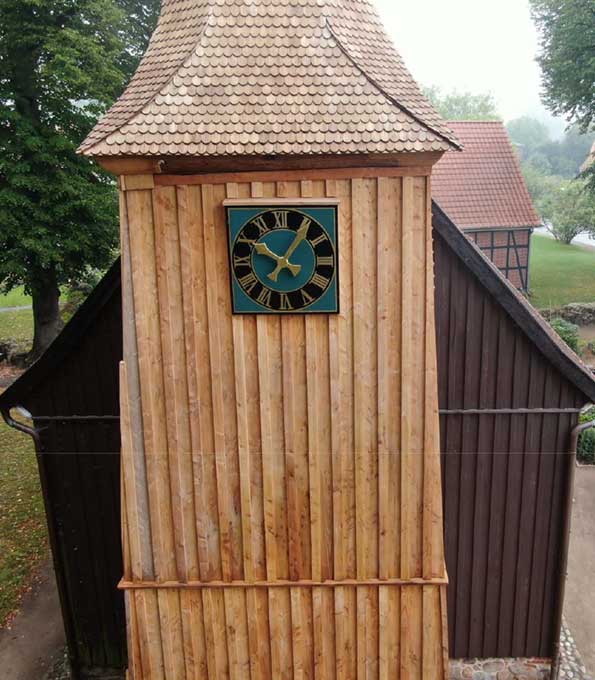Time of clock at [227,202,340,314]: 10:06
